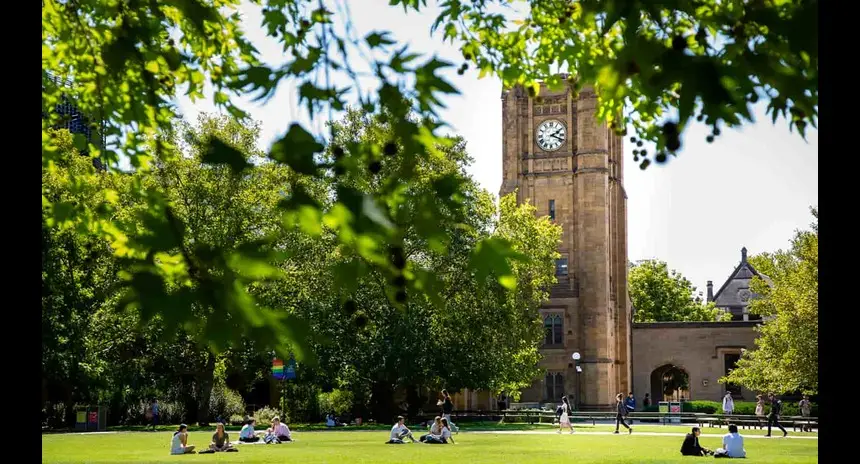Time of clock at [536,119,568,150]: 2:18
